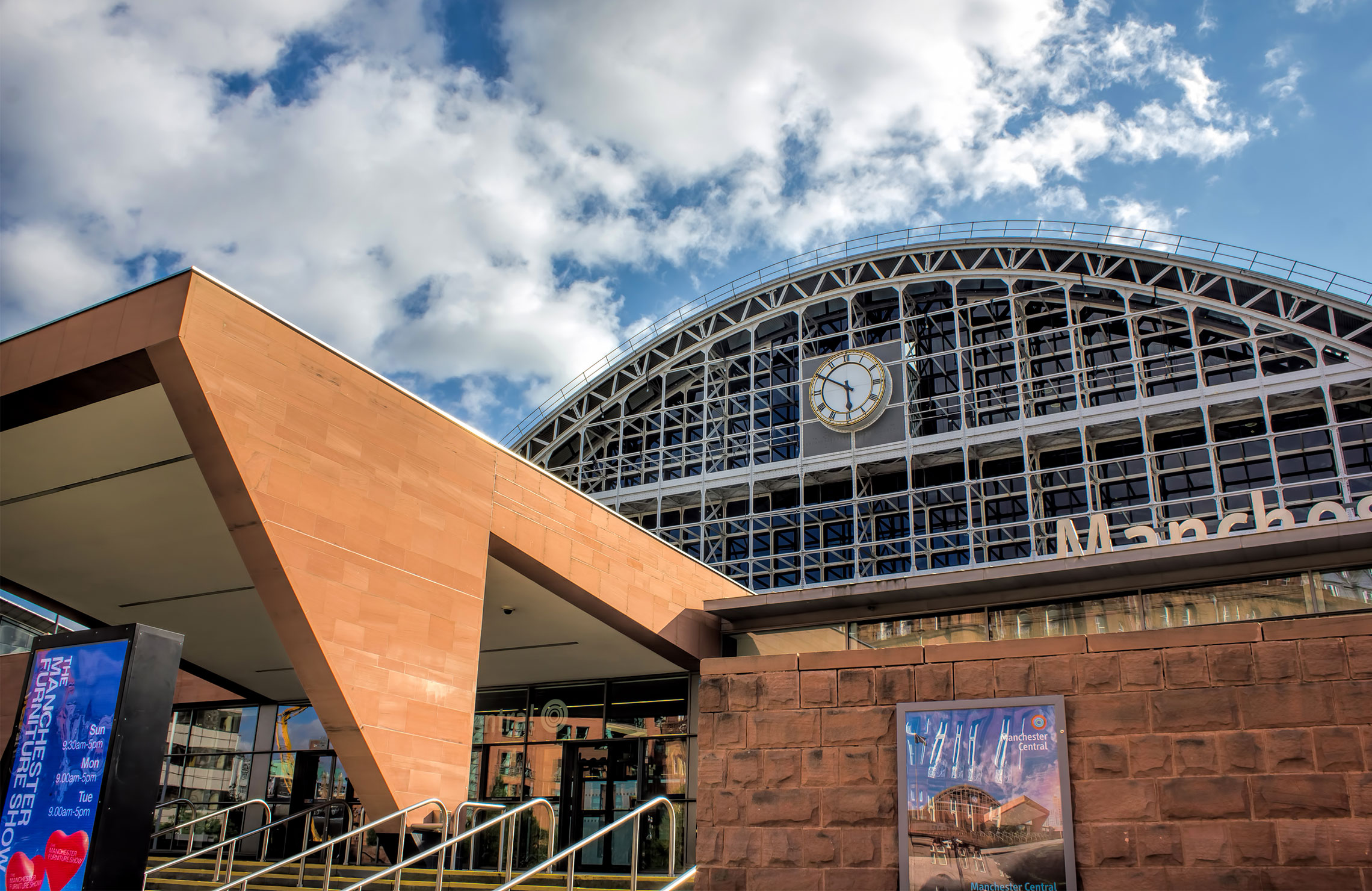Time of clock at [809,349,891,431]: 5:50
